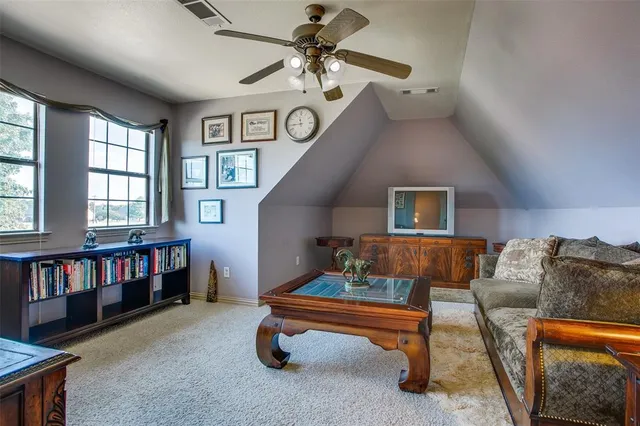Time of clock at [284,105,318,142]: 11:44
